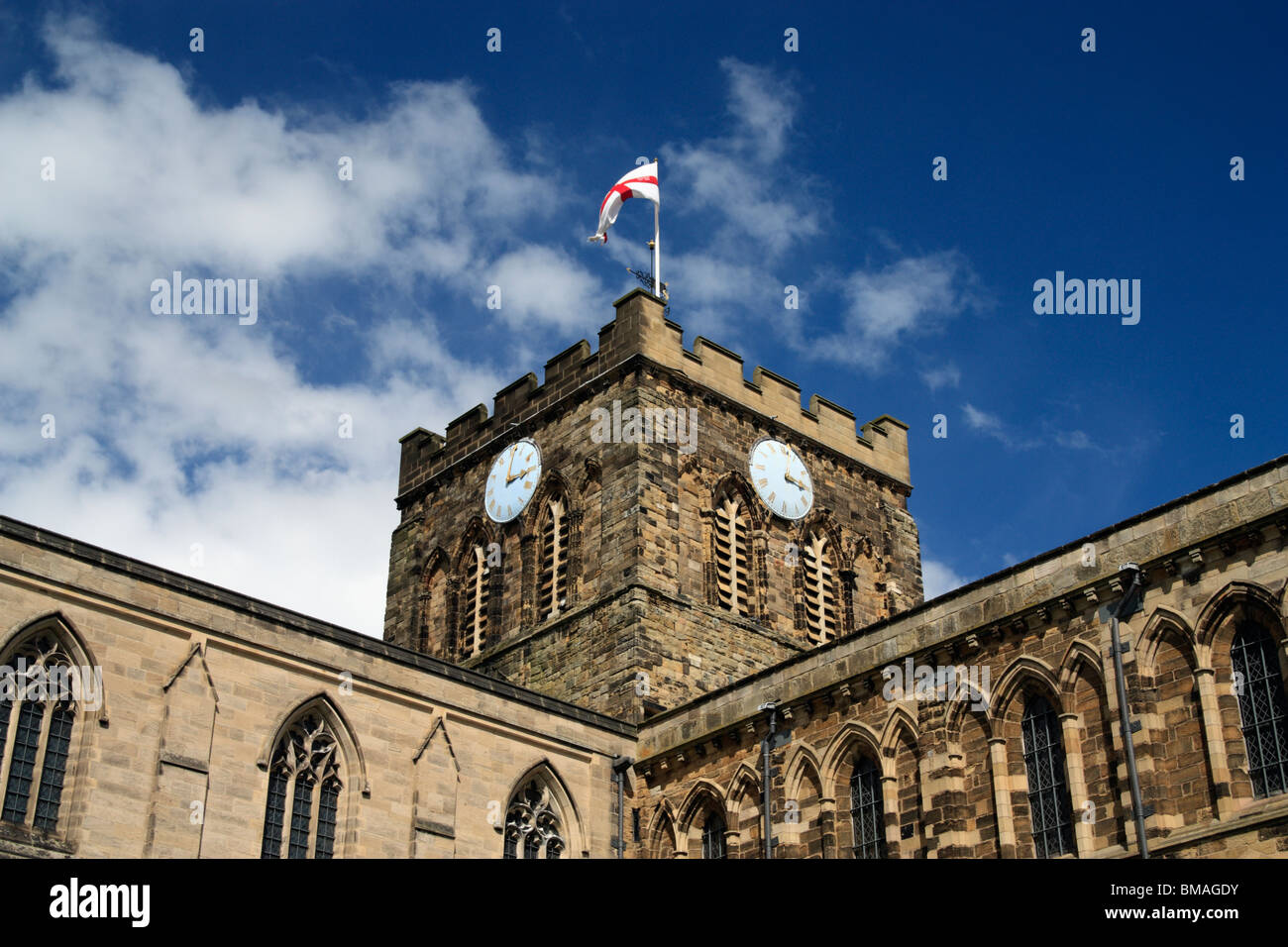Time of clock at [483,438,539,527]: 3:02
